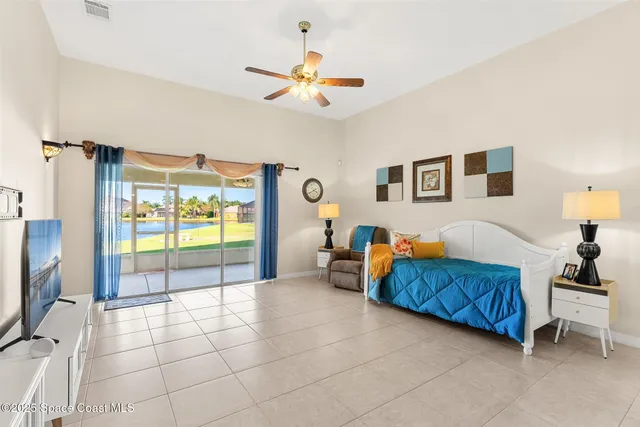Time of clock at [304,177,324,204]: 3:40
